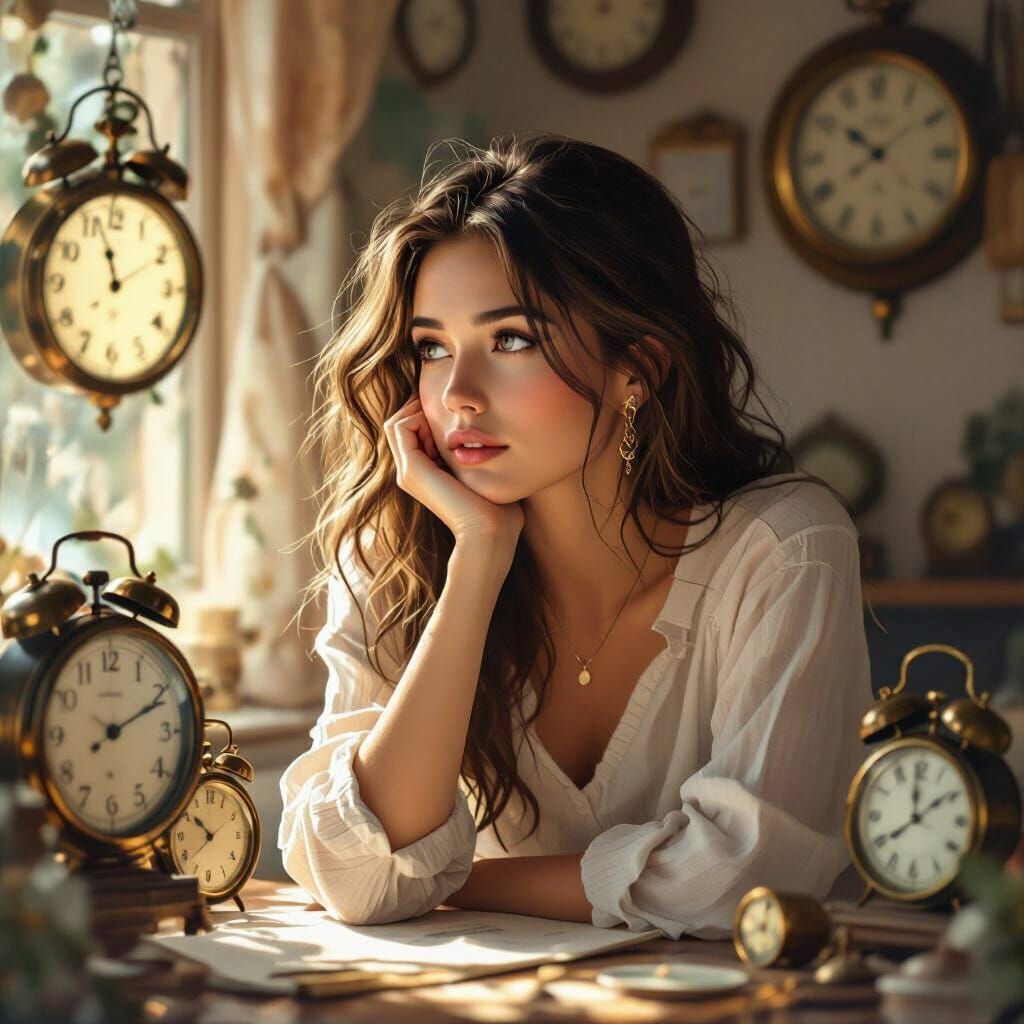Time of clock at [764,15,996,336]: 10:08
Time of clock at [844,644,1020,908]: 12:09
